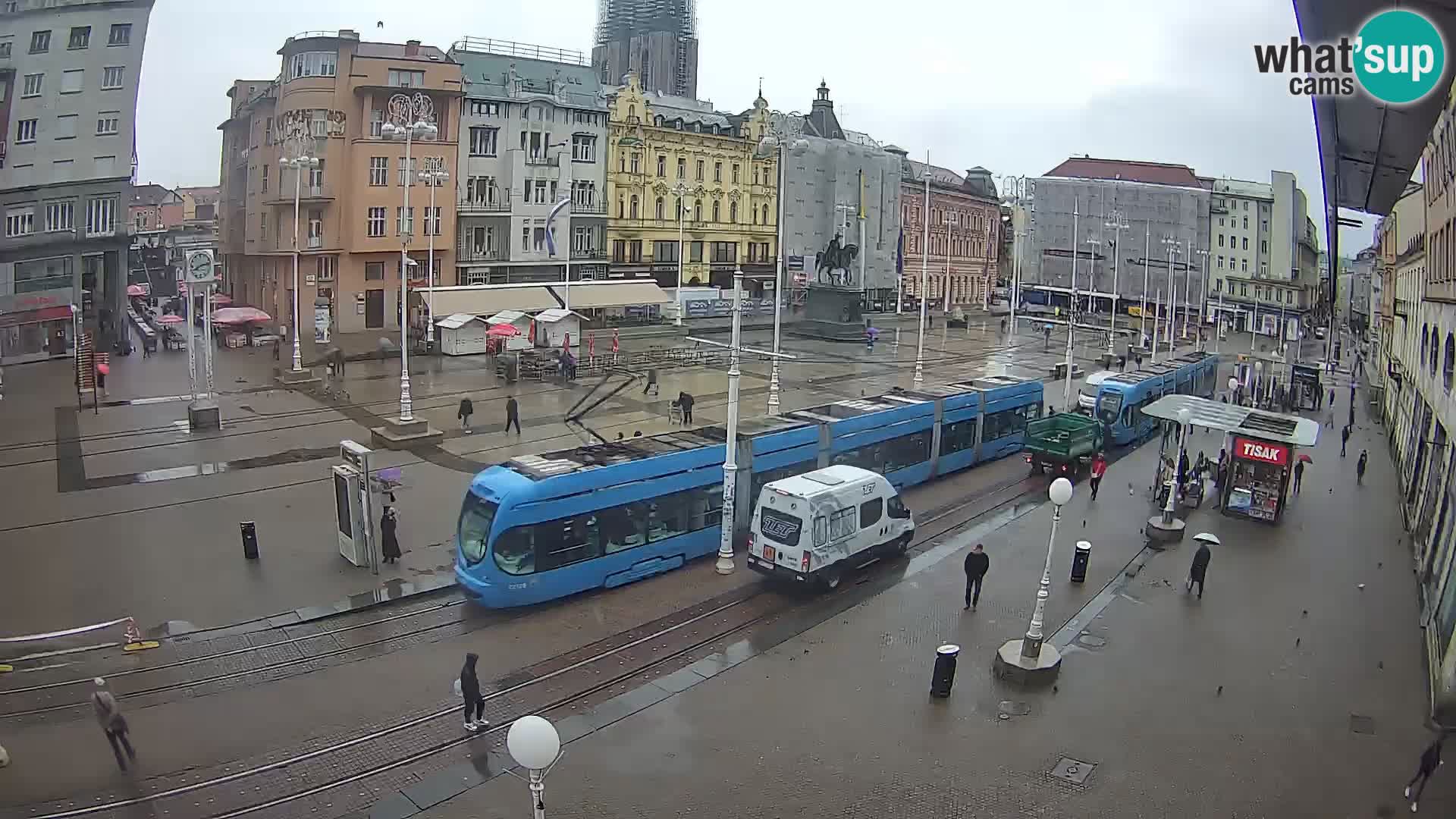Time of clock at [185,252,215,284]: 8:12
